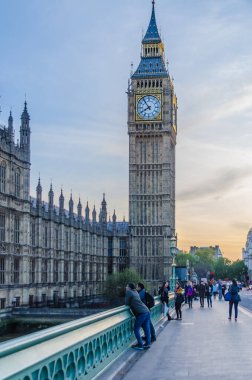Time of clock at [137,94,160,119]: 7:53
